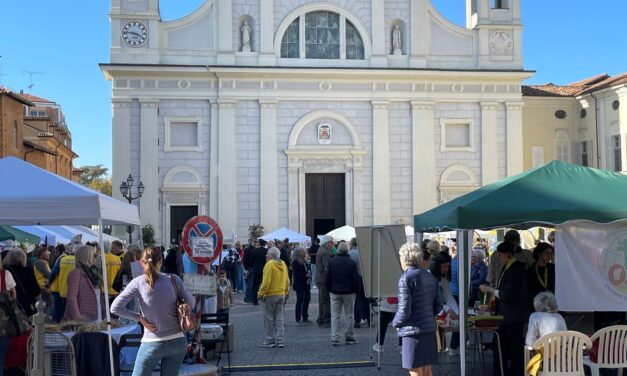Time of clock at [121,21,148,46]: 3:46
